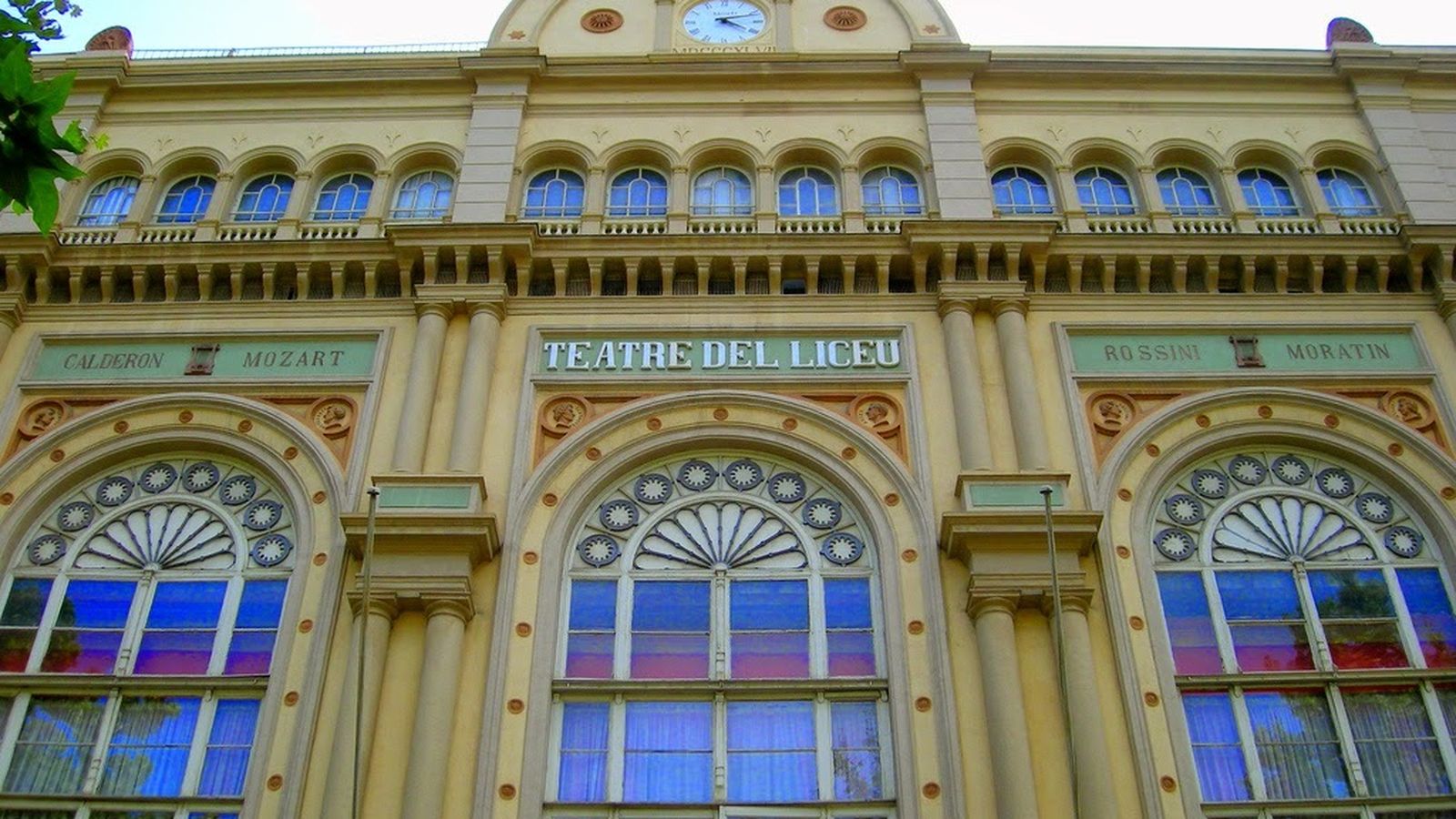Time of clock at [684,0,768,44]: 4:12
